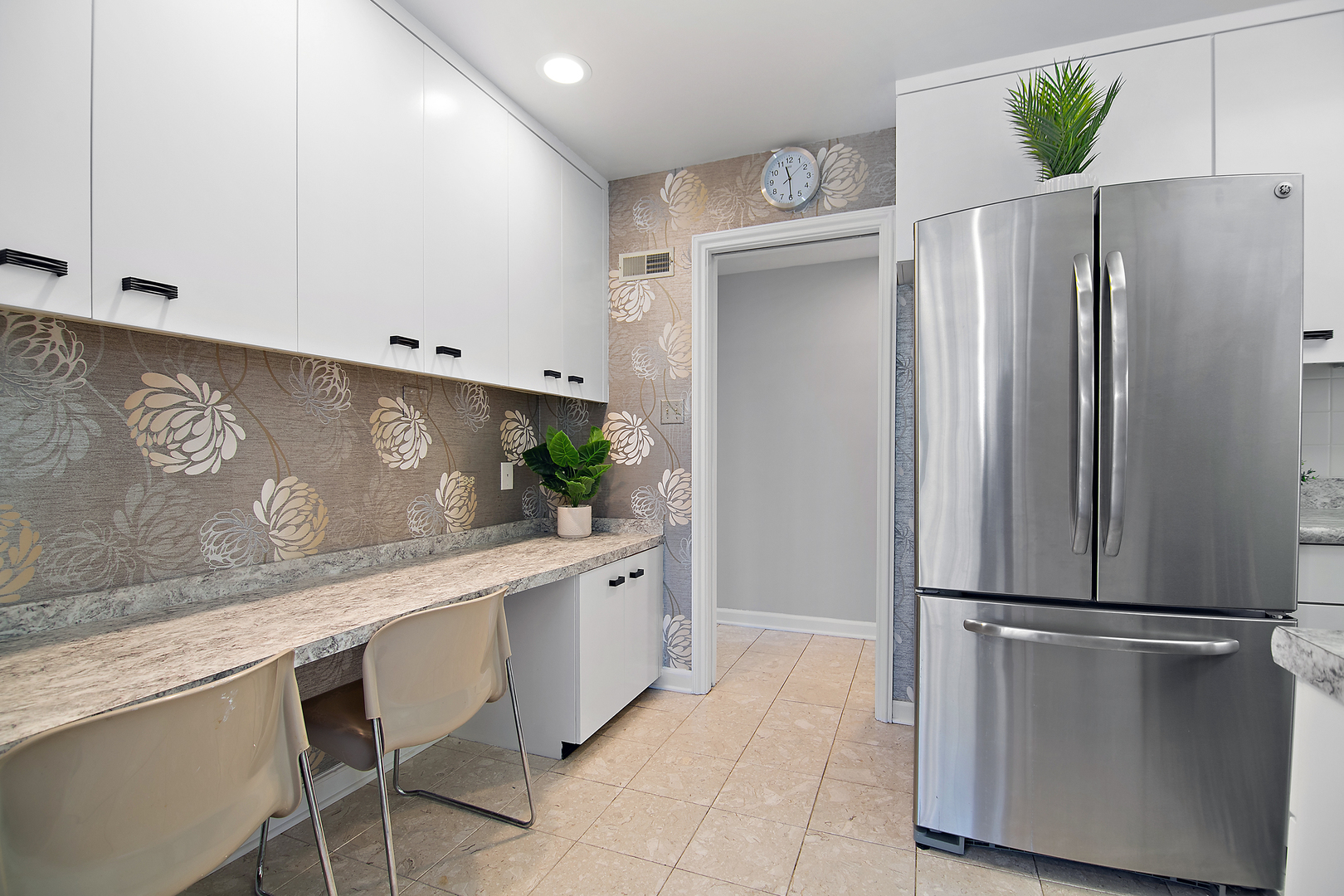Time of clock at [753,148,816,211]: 11:29
